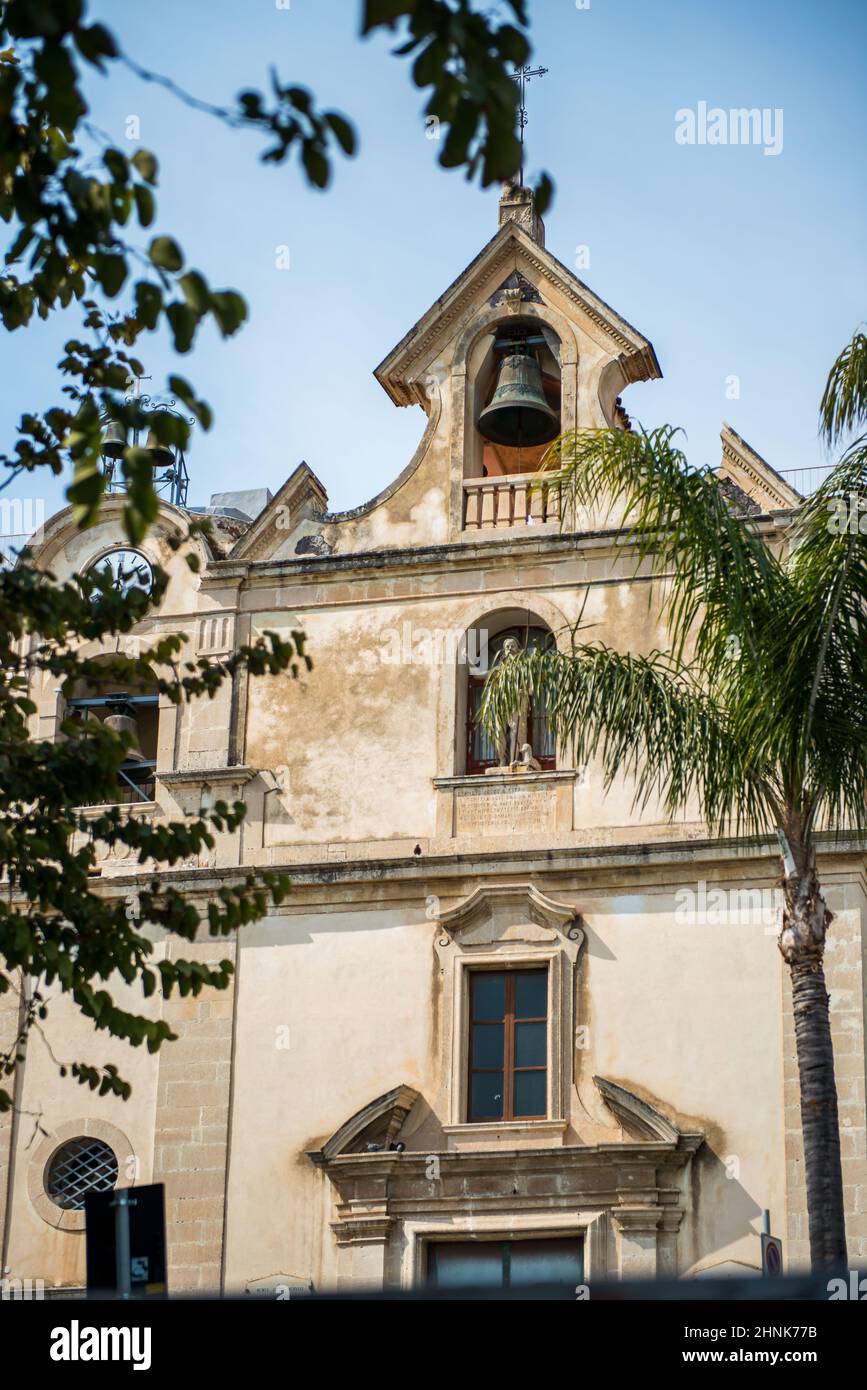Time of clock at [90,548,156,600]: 12:09
